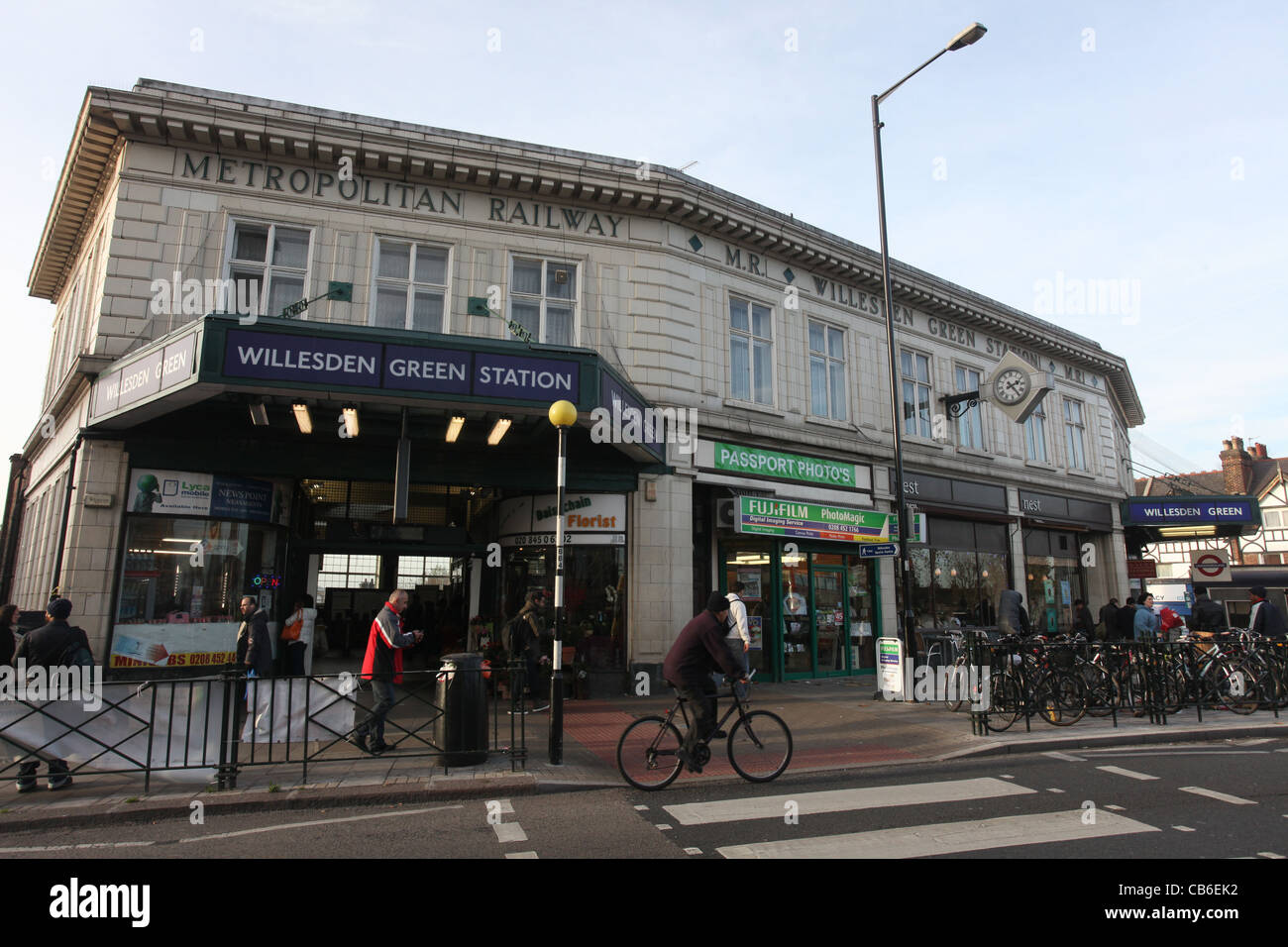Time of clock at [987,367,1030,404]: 2:23
